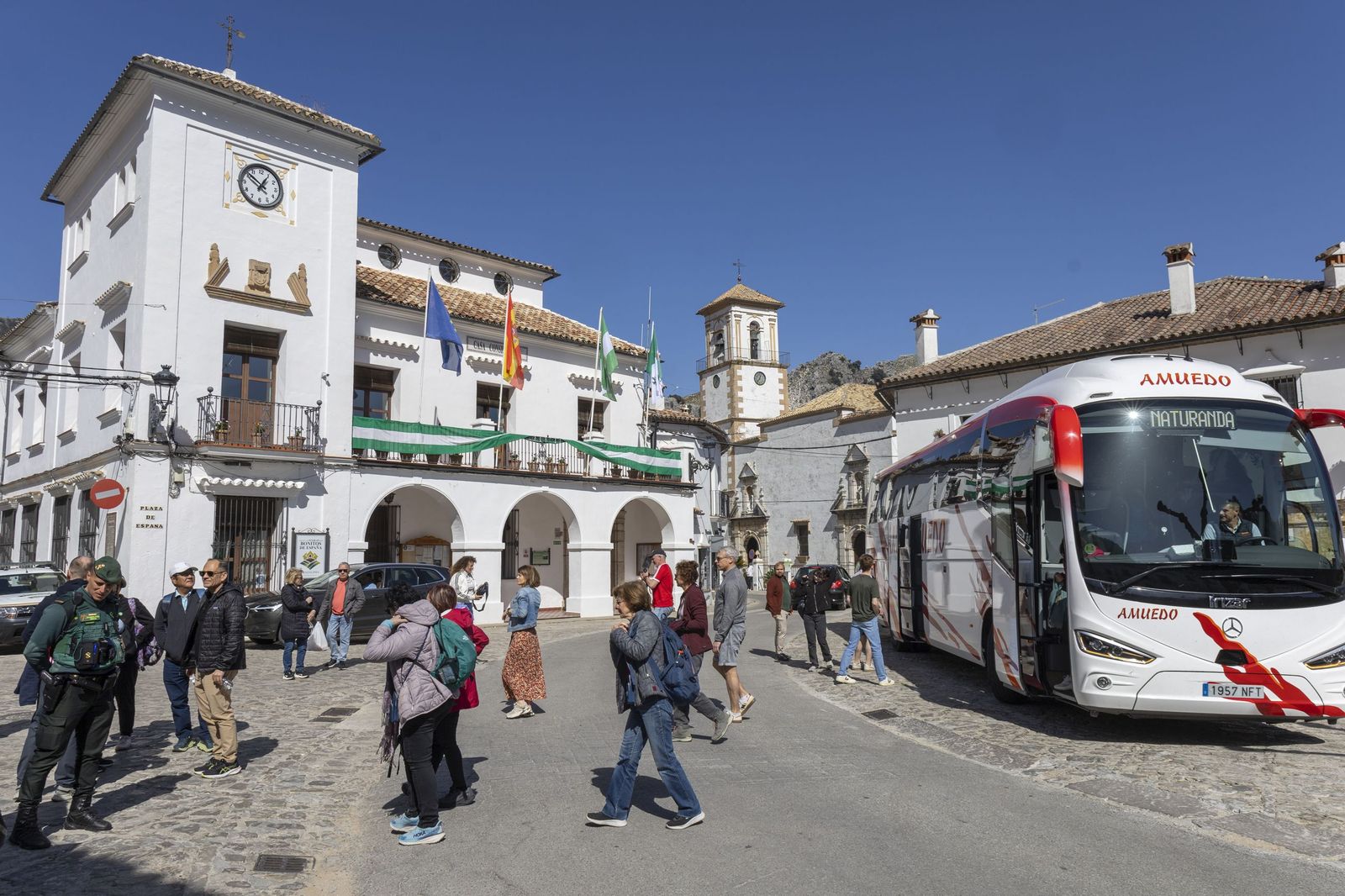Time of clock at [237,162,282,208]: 12:51
